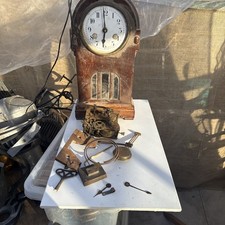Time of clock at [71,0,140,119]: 5:59
